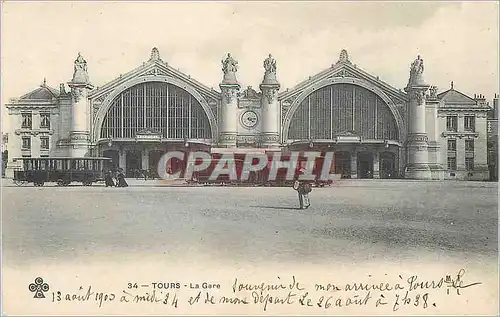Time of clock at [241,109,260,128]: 4:13
